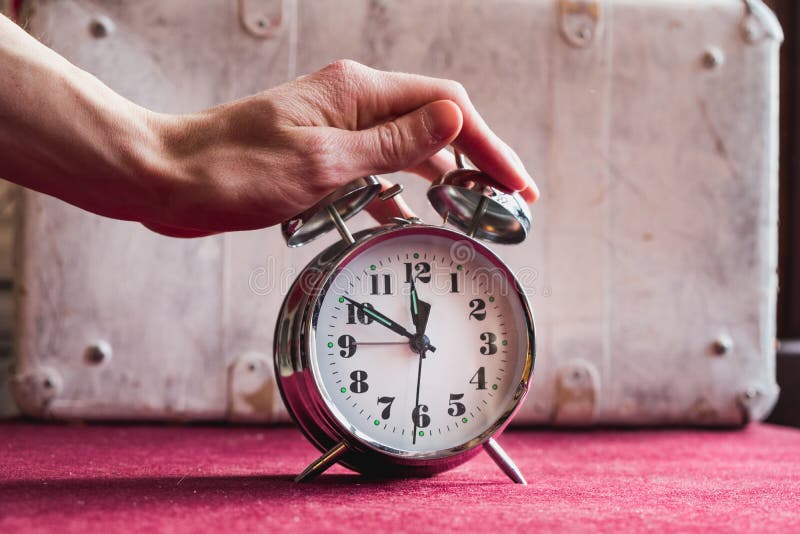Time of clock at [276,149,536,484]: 11:50
